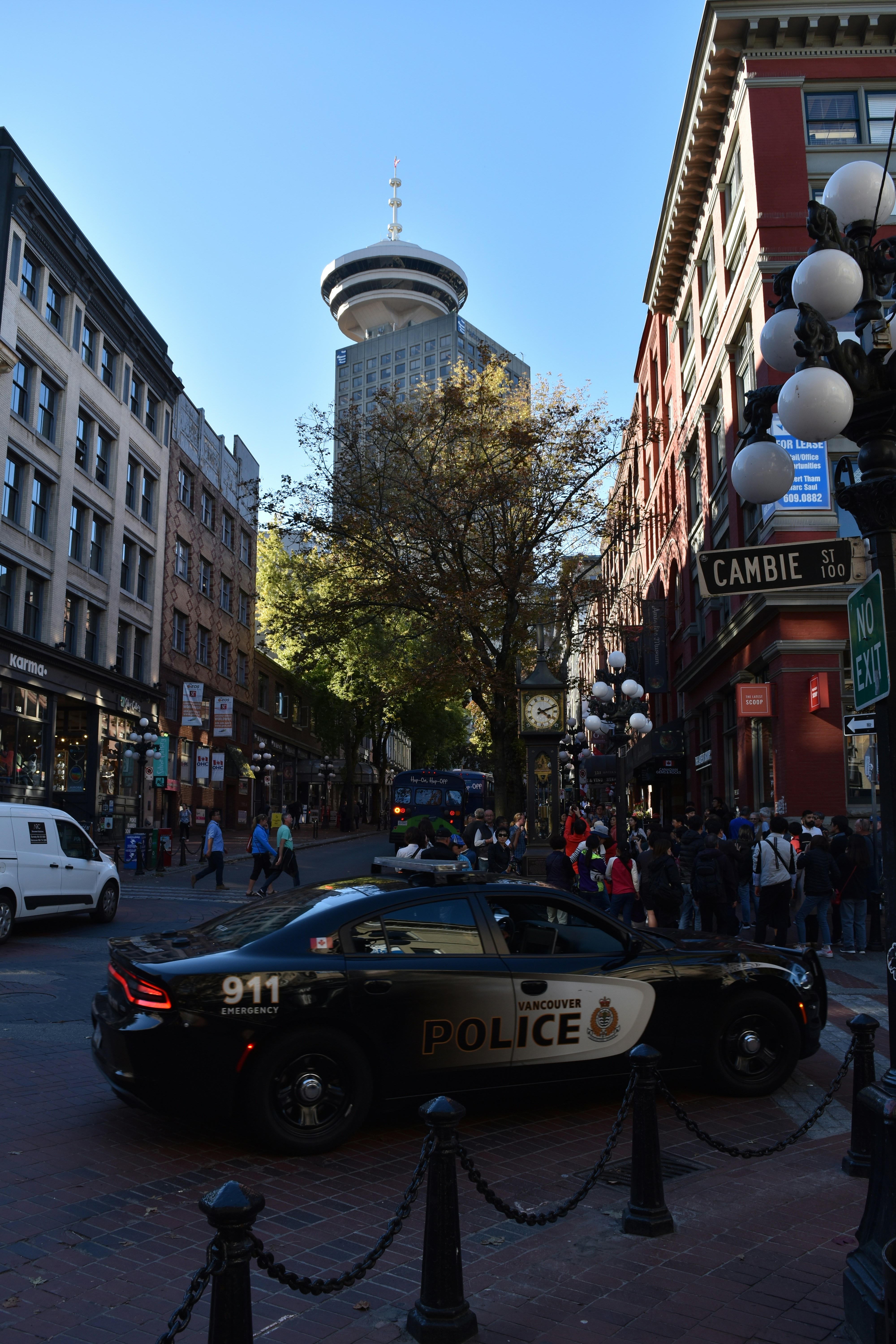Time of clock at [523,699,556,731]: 4:11
